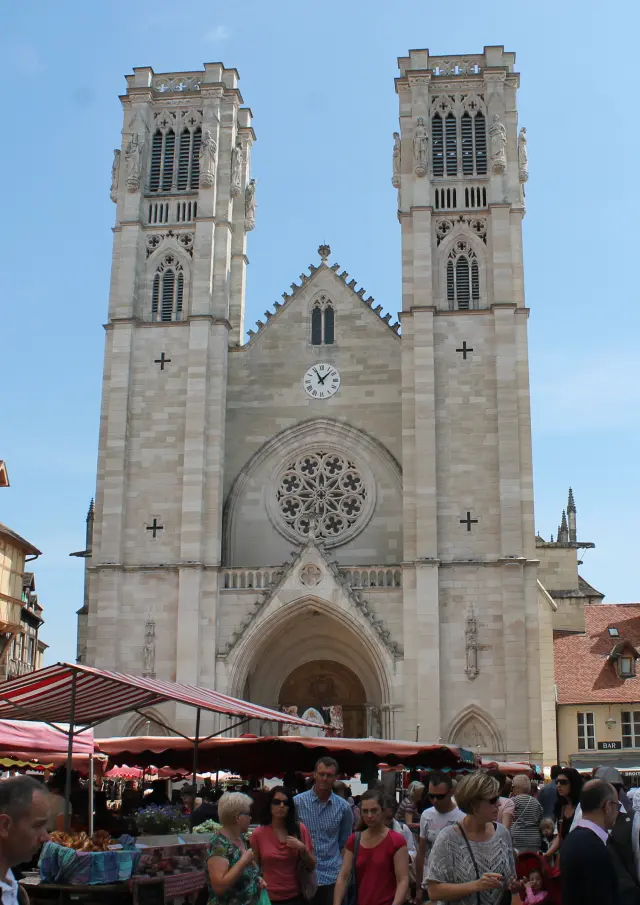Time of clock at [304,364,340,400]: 11:07
